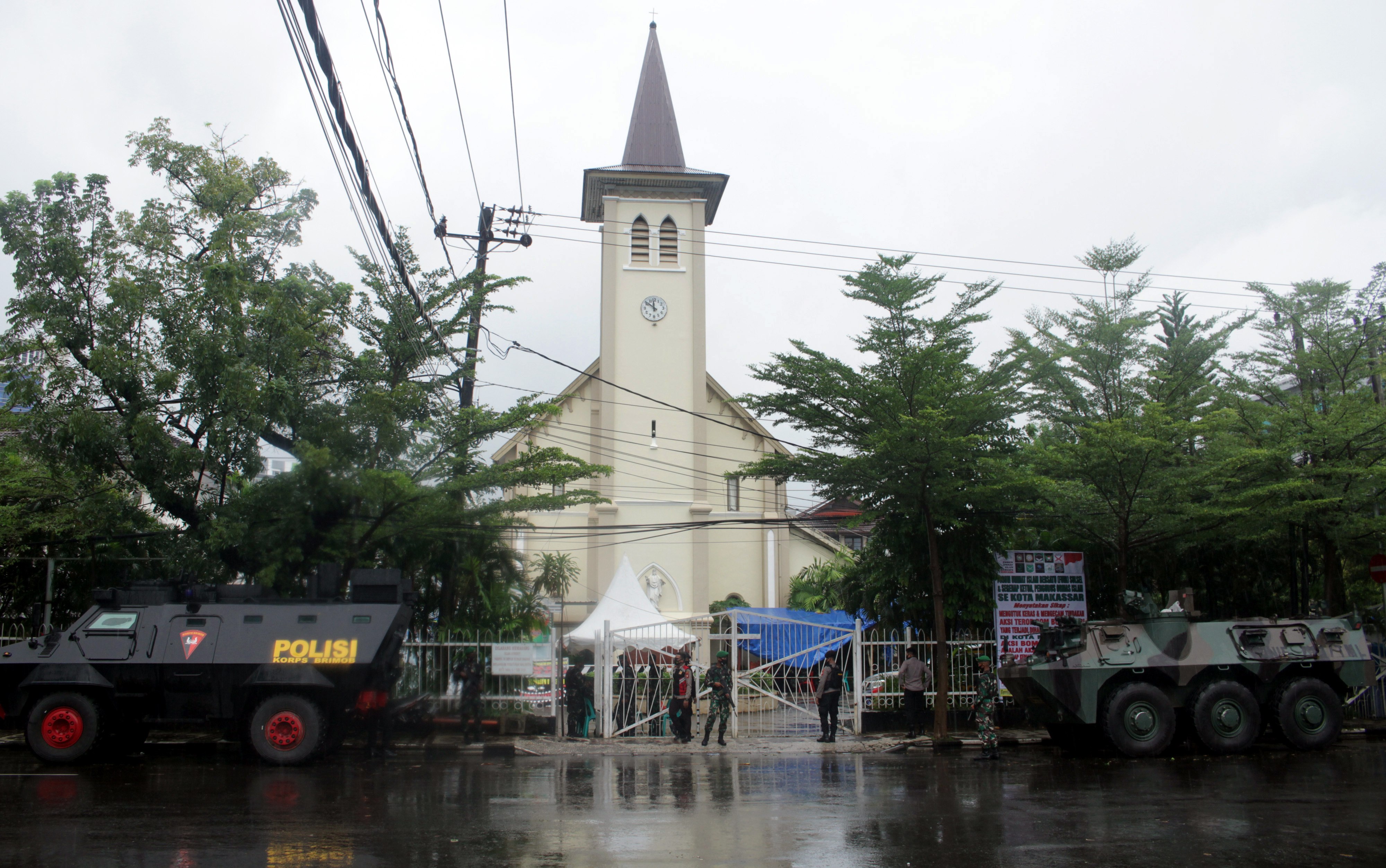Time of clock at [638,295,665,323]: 11:51
